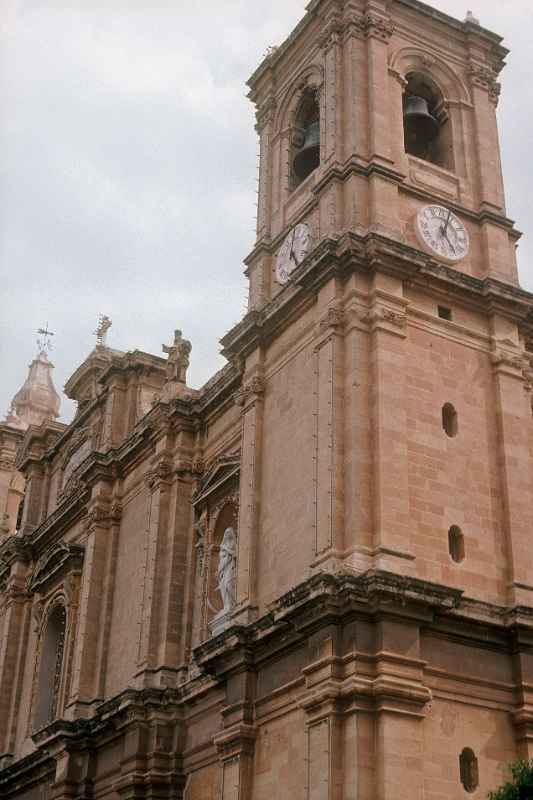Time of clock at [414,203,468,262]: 5:03
